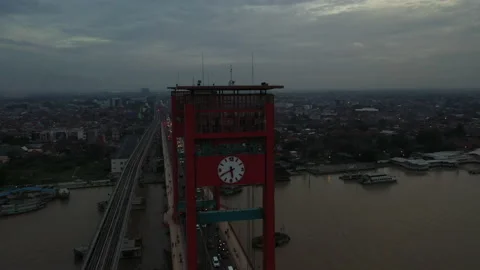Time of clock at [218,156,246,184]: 5:40
